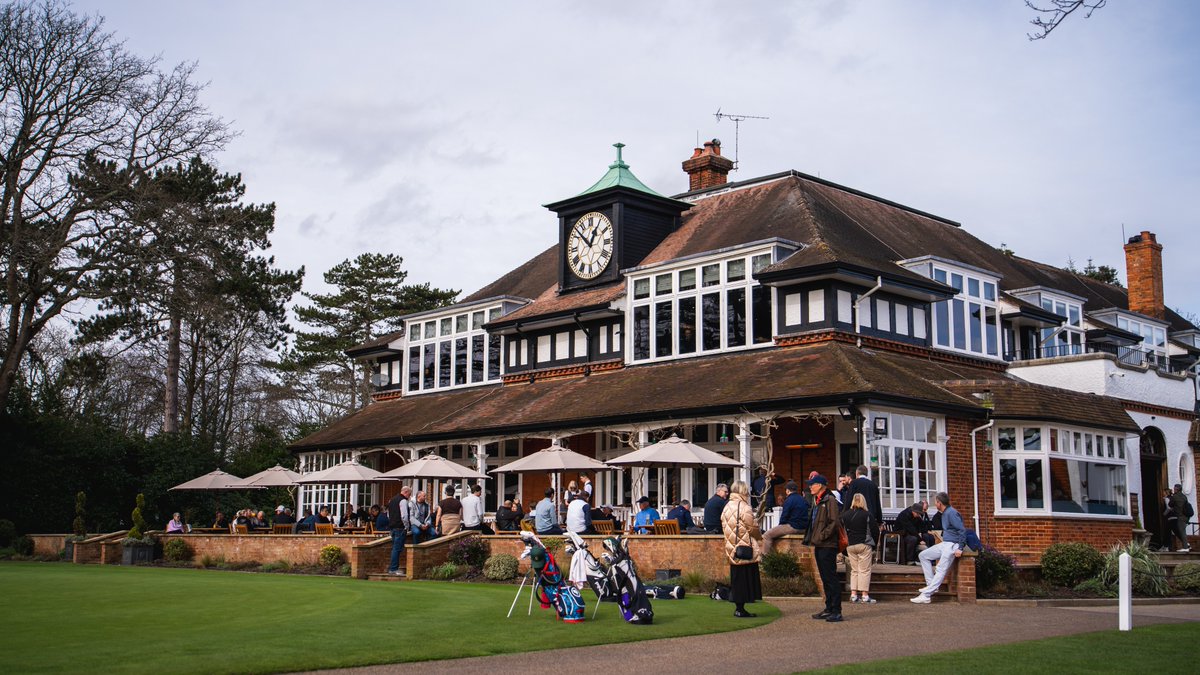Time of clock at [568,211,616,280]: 12:52
